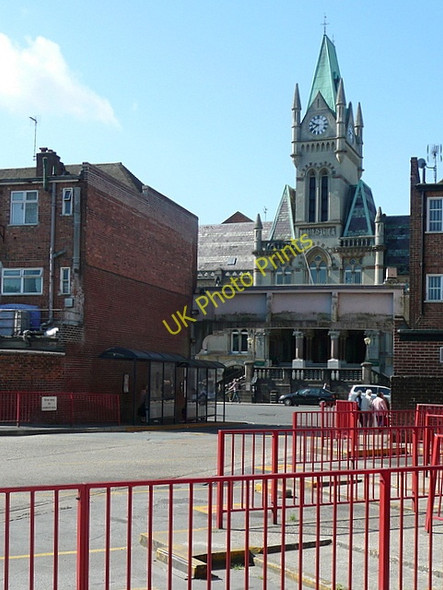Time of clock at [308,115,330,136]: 9:38
